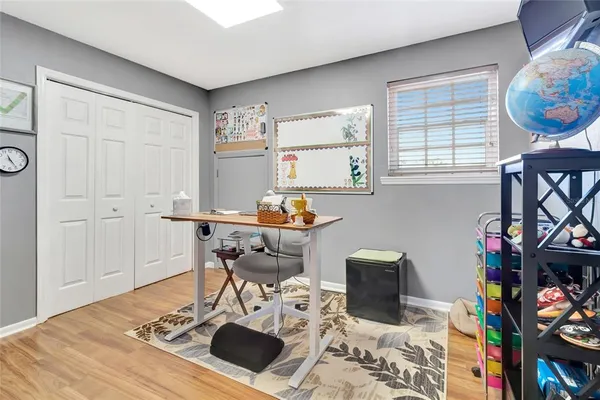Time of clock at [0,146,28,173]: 11:24
